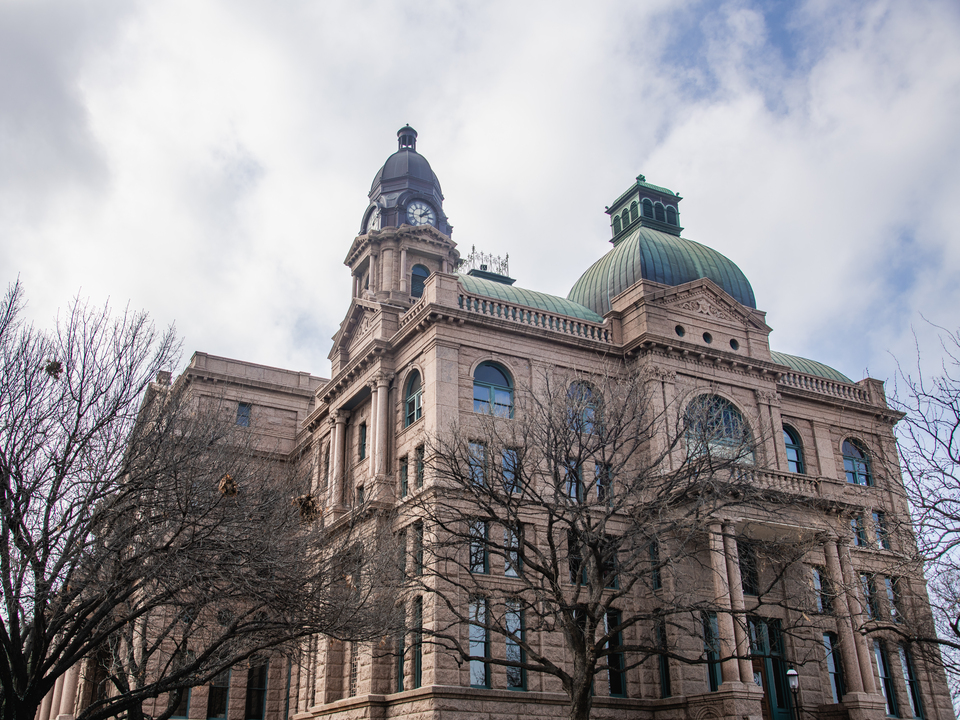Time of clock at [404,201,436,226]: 2:07
